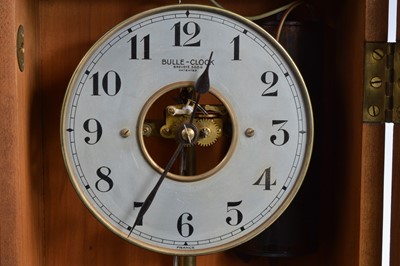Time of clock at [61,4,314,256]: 12:34
